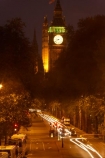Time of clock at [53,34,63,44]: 8:39
